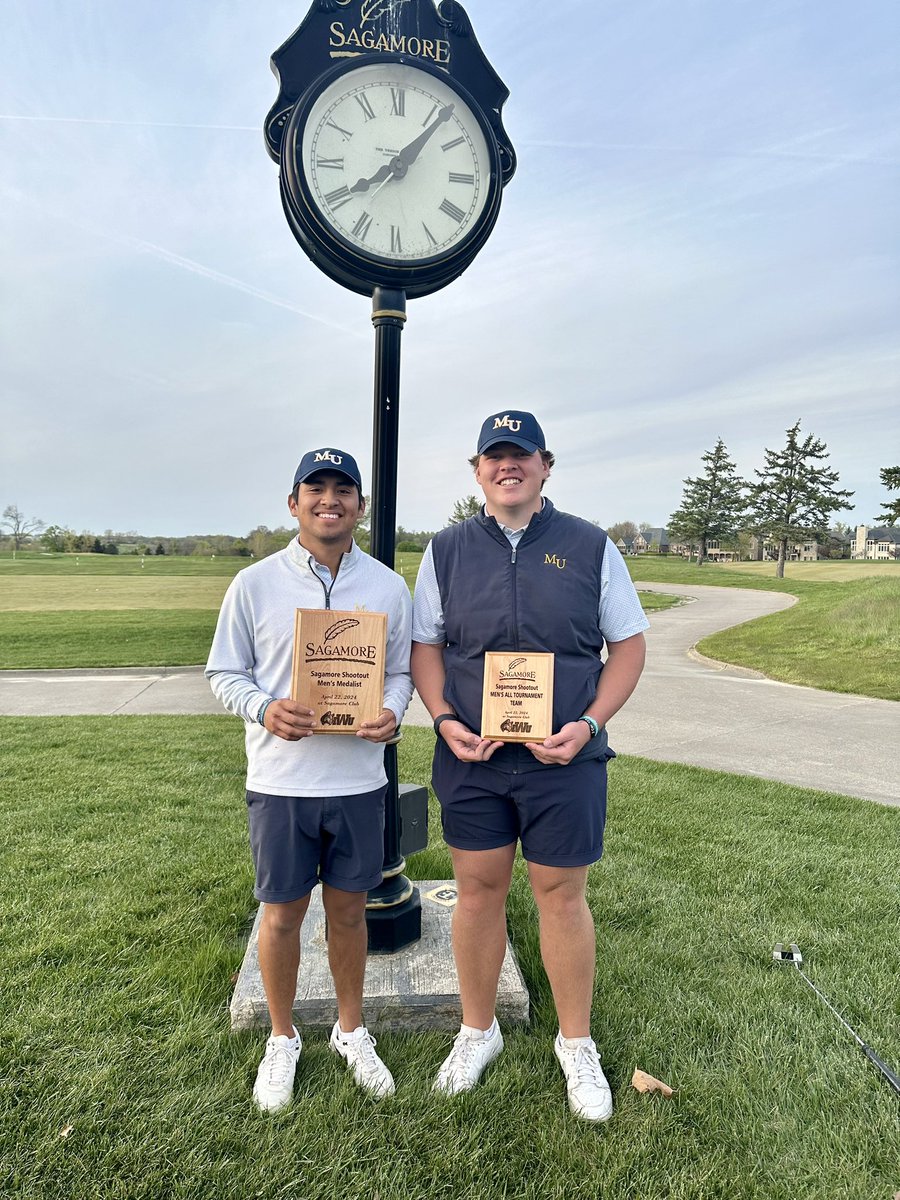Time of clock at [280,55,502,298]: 8:06
